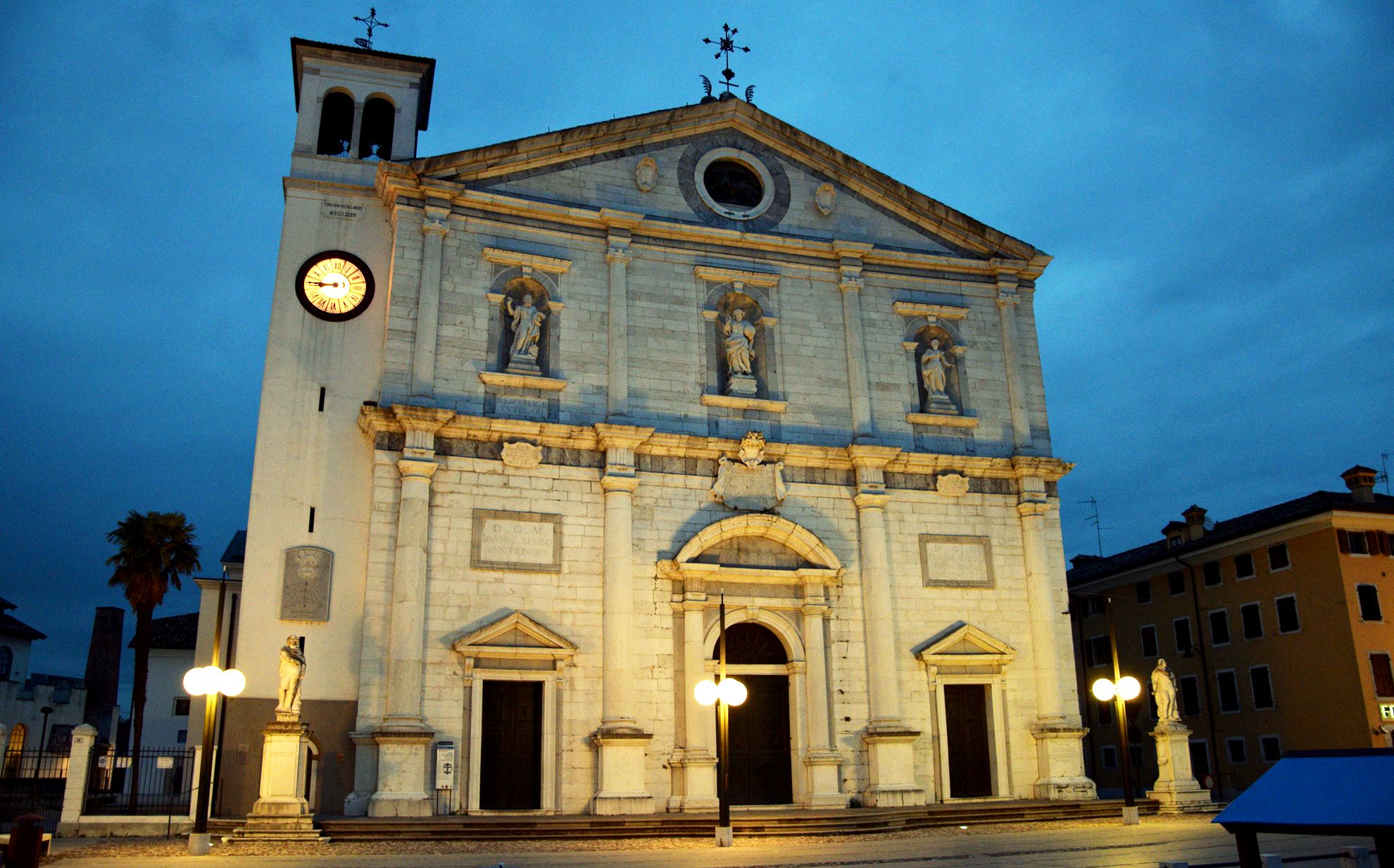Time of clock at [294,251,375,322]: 8:45
